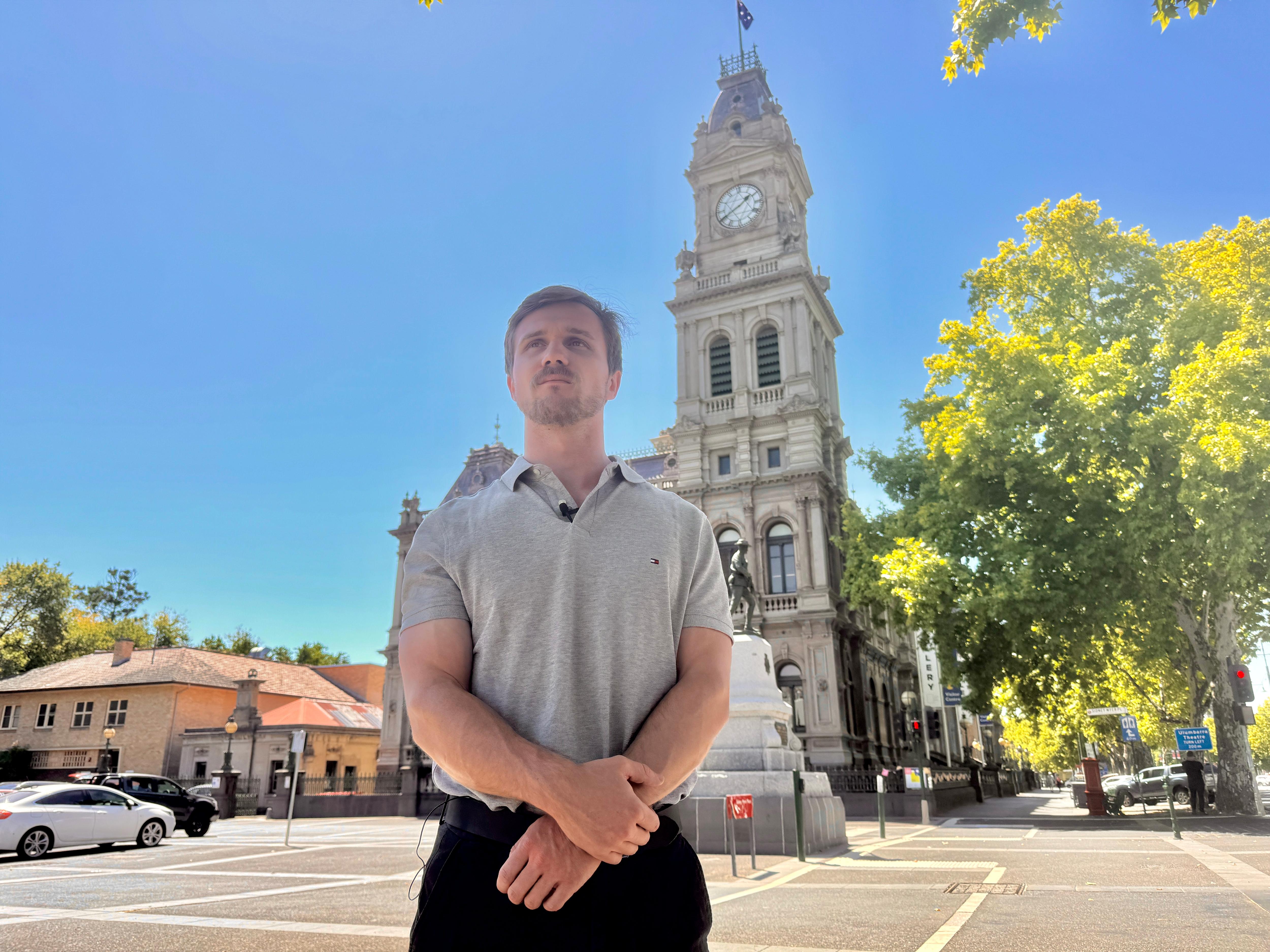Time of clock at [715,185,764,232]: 1:40
